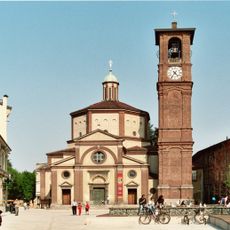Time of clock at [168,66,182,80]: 4:35
